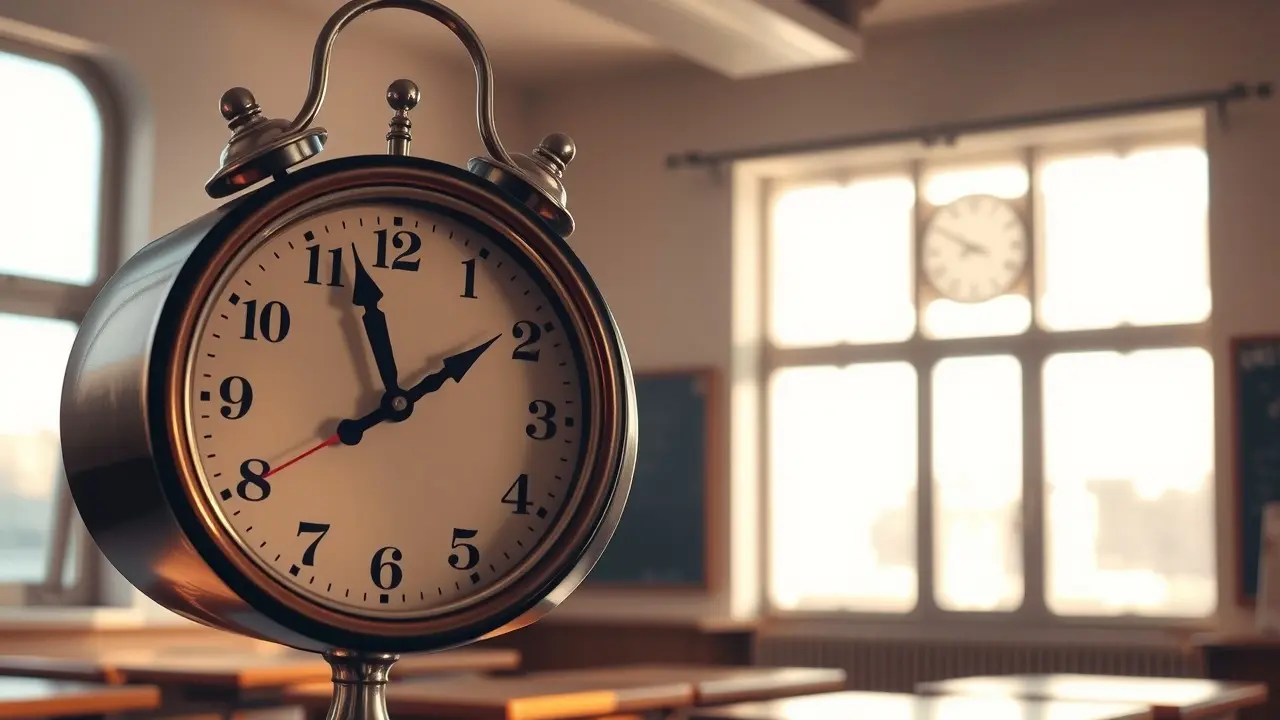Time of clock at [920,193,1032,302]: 7:49
